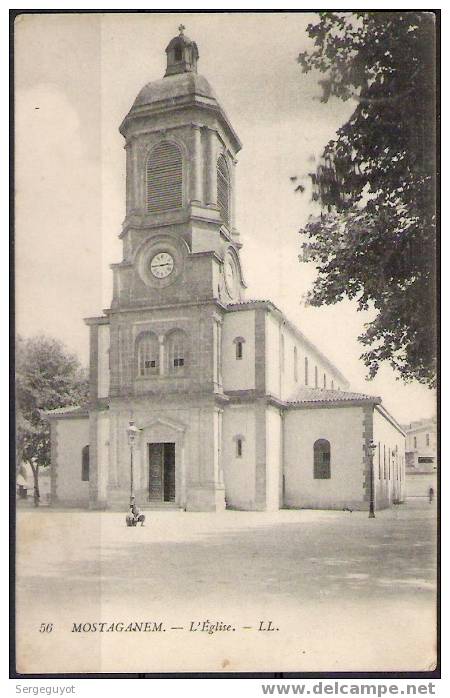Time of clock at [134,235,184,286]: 2:43
